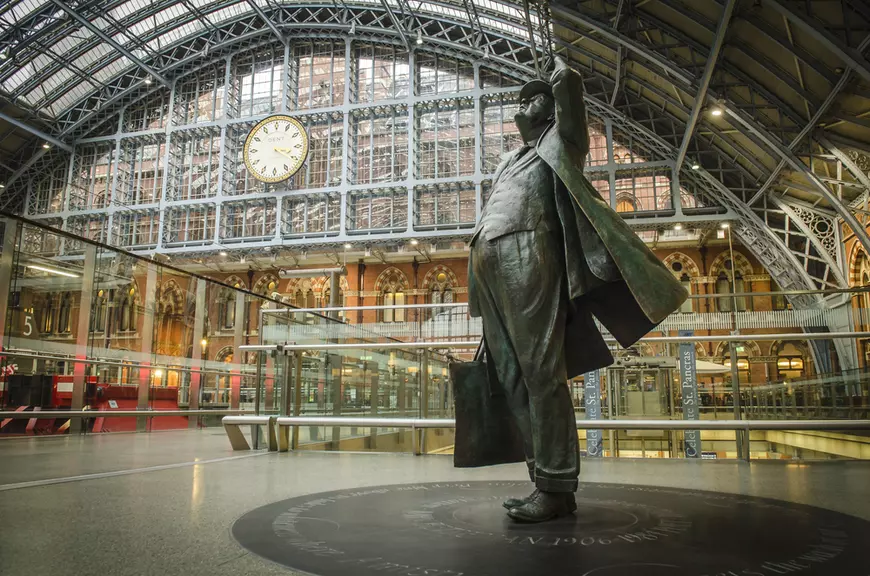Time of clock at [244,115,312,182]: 3:20
